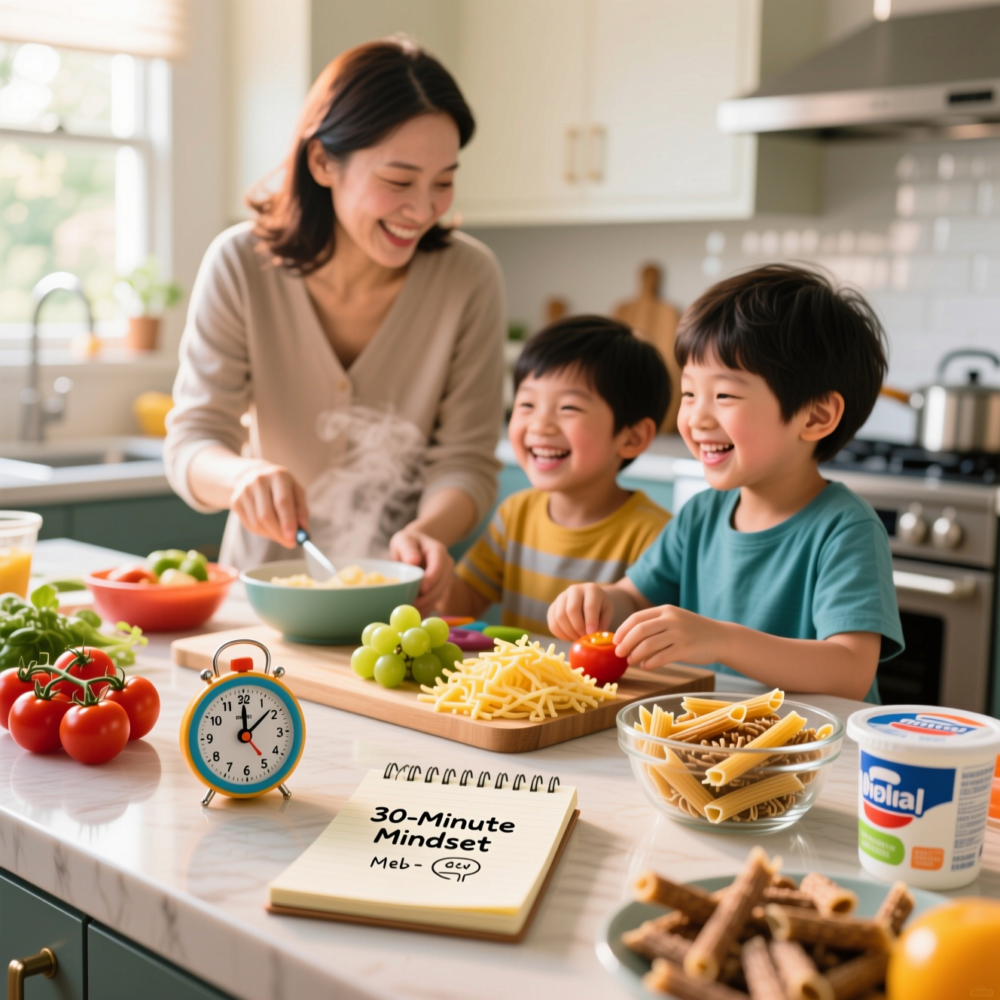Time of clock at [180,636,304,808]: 12:07
